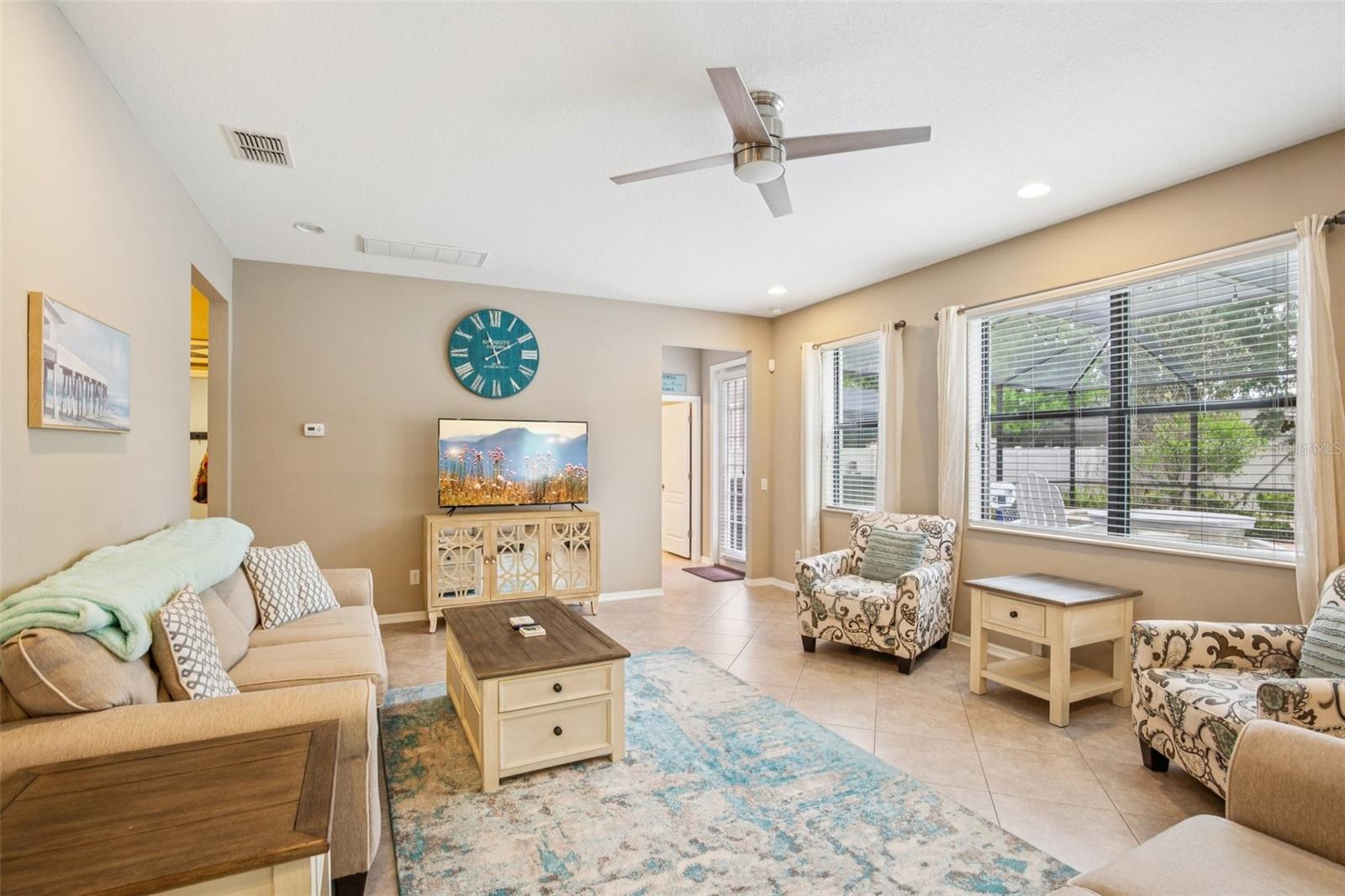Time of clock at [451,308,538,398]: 11:09
